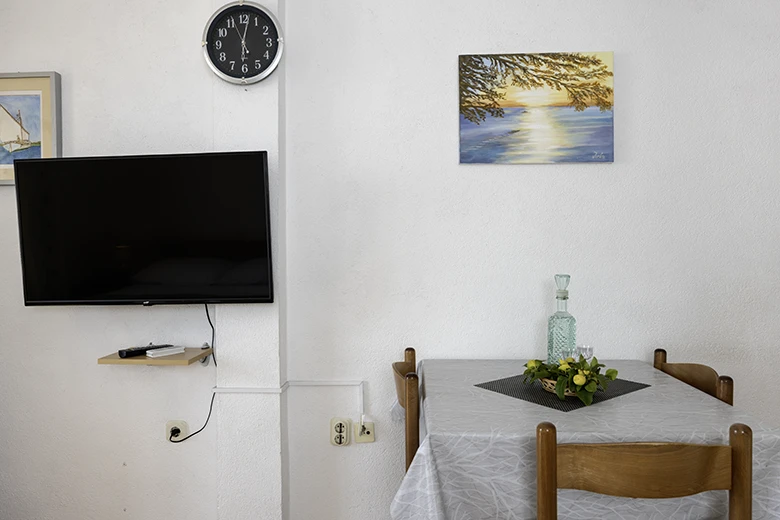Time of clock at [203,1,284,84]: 6:02
